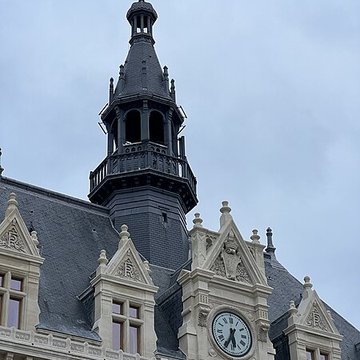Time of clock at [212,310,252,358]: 5:34
